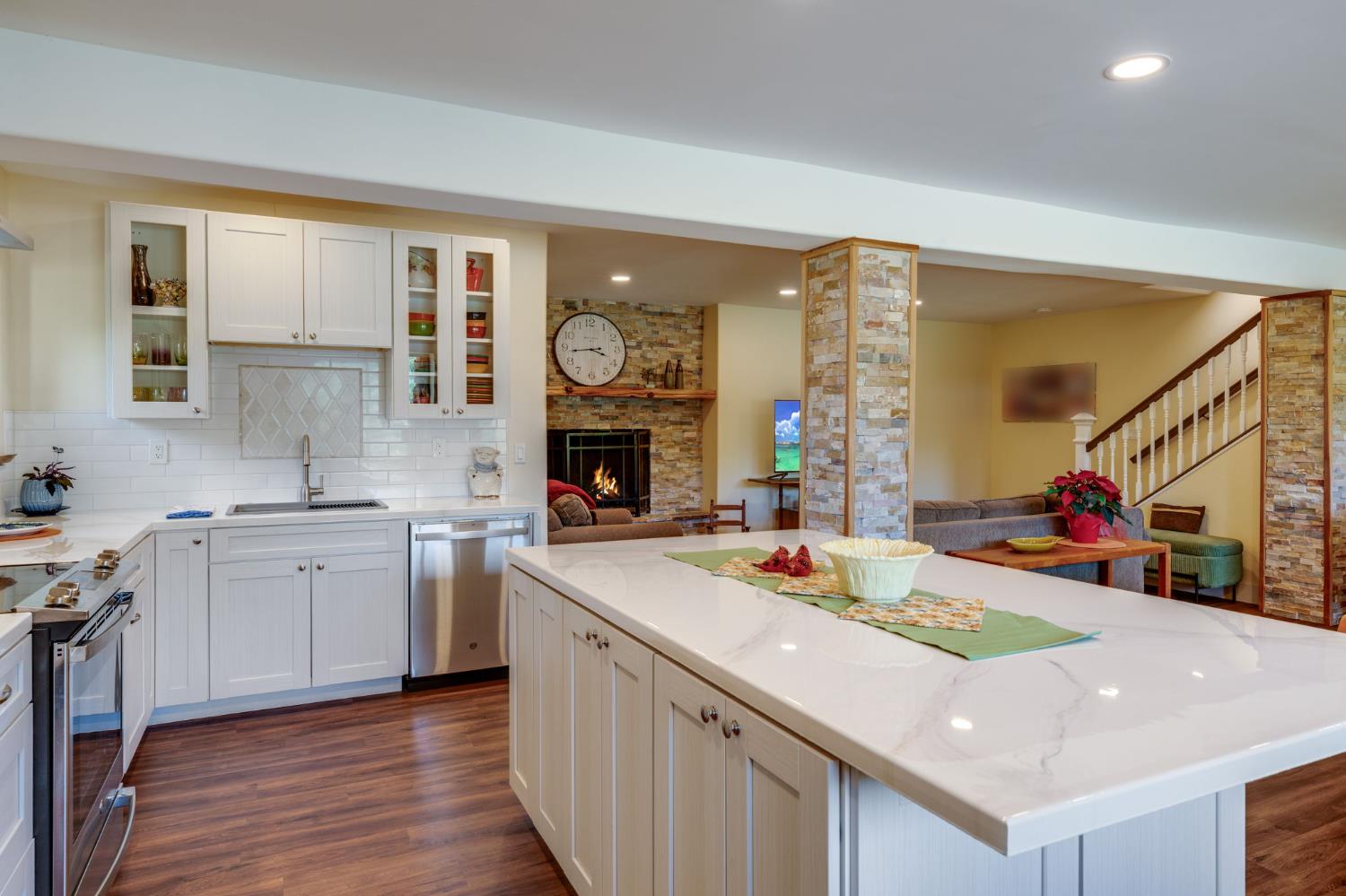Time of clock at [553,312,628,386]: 3:43
